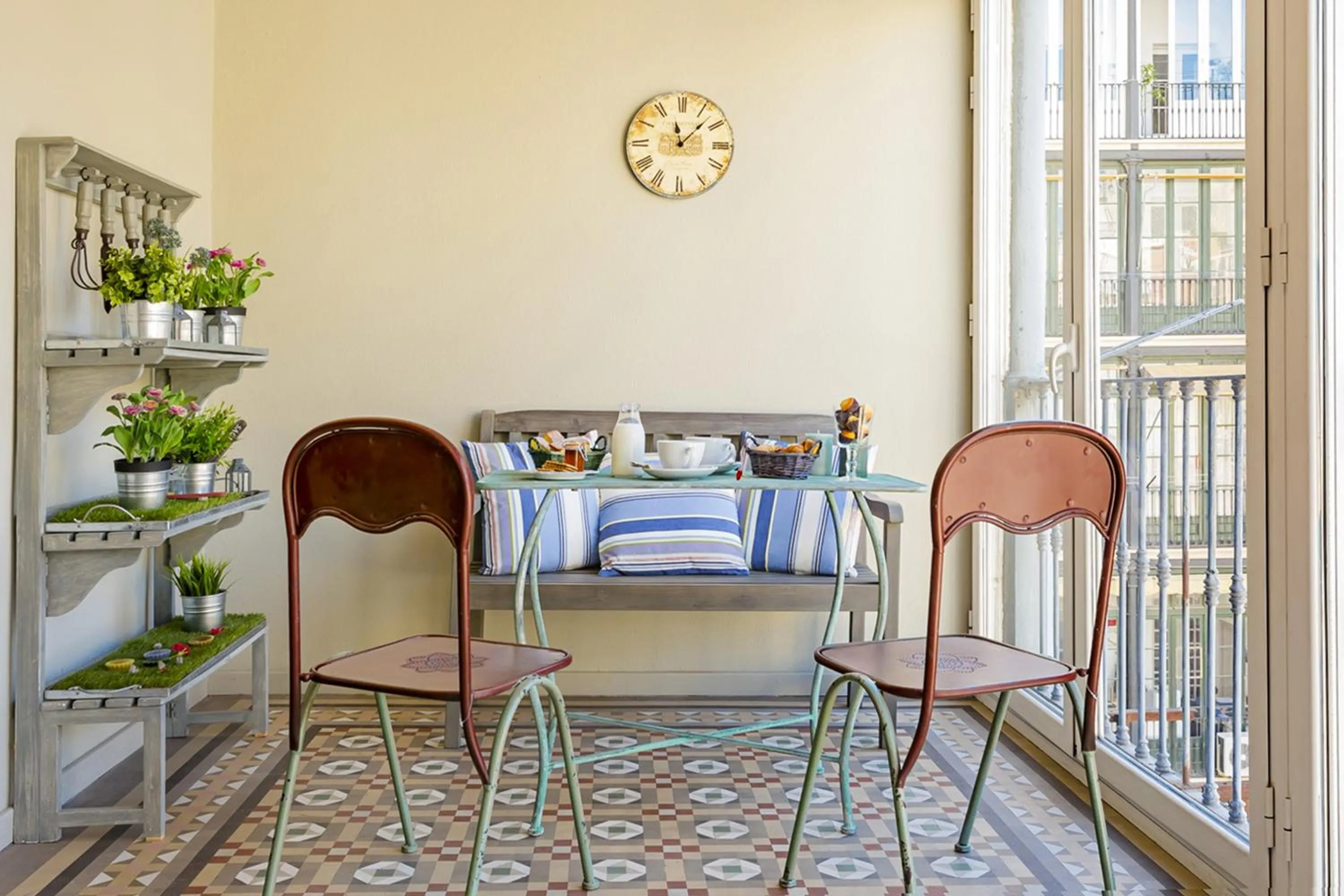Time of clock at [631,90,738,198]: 11:07
